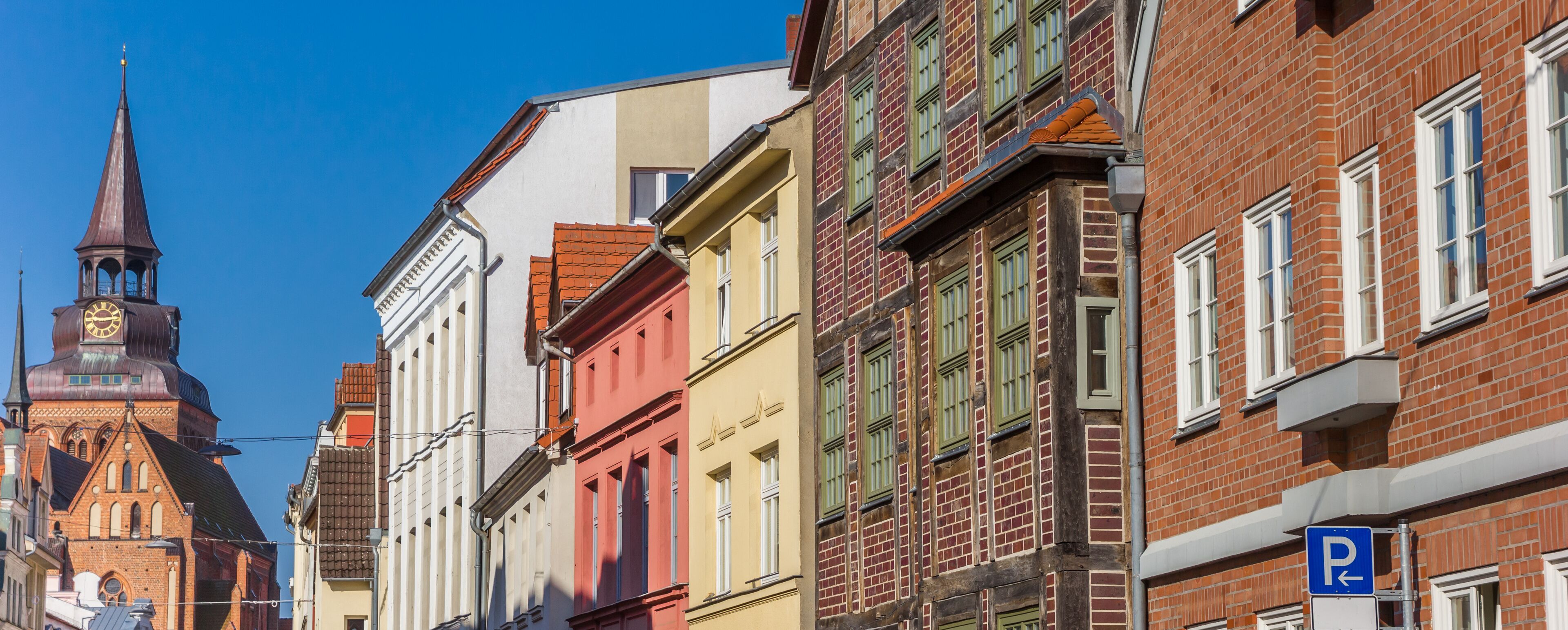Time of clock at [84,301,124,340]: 9:13
